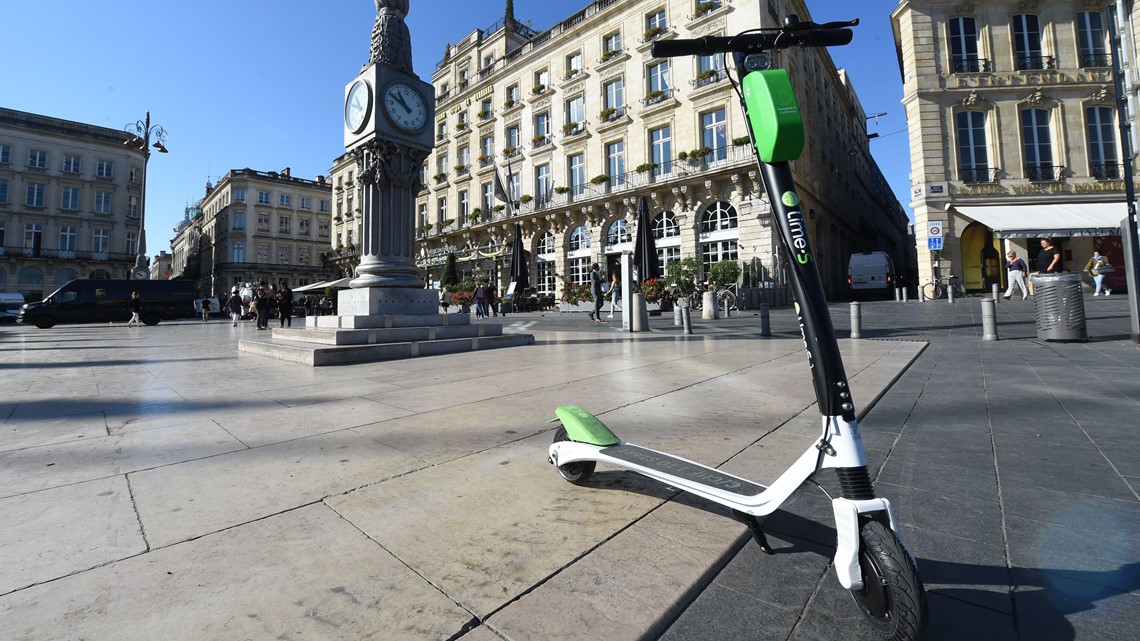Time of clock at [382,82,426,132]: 10:49
